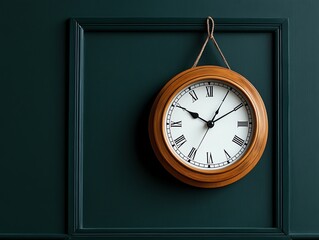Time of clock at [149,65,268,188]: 10:04
